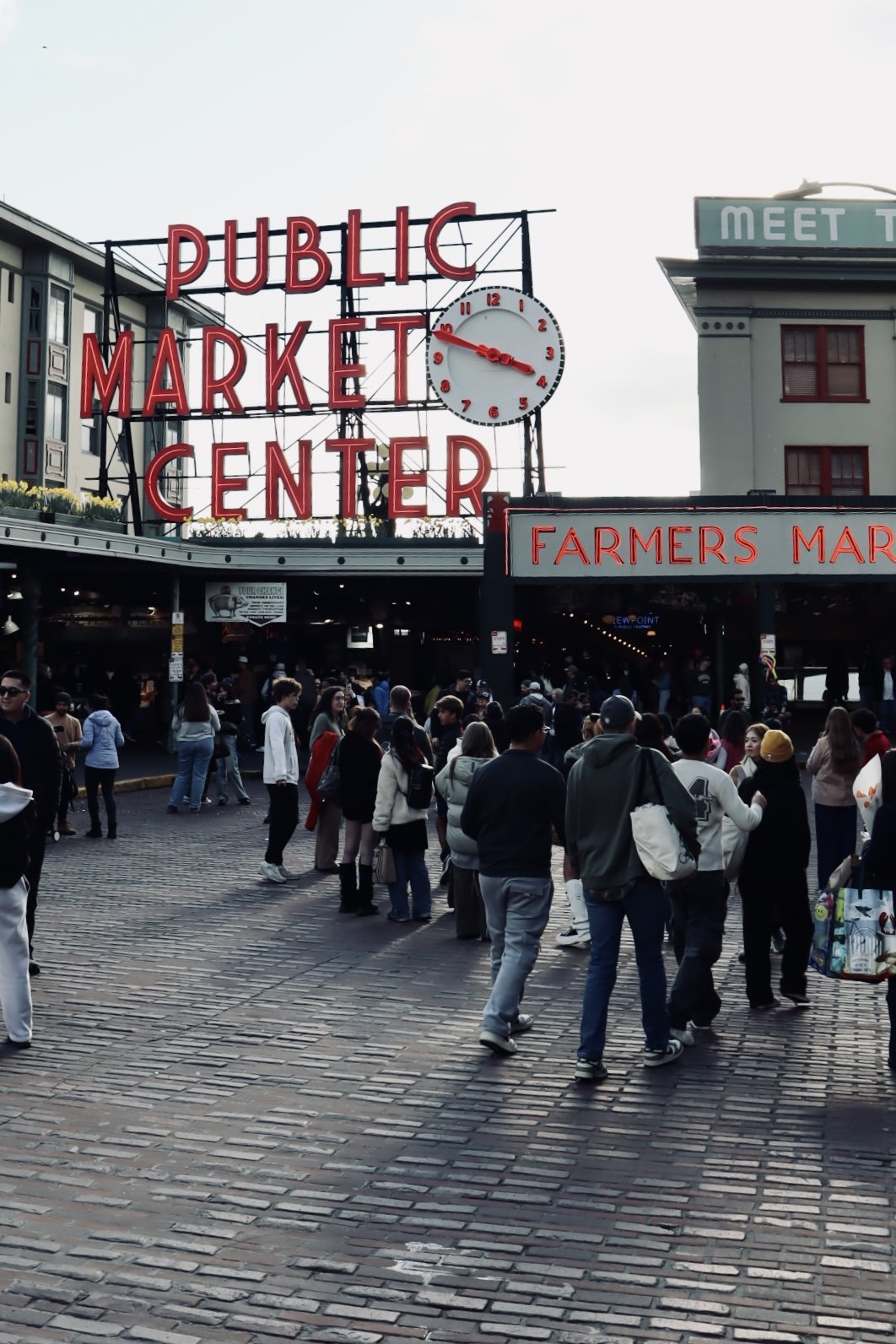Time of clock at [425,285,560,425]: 3:48
